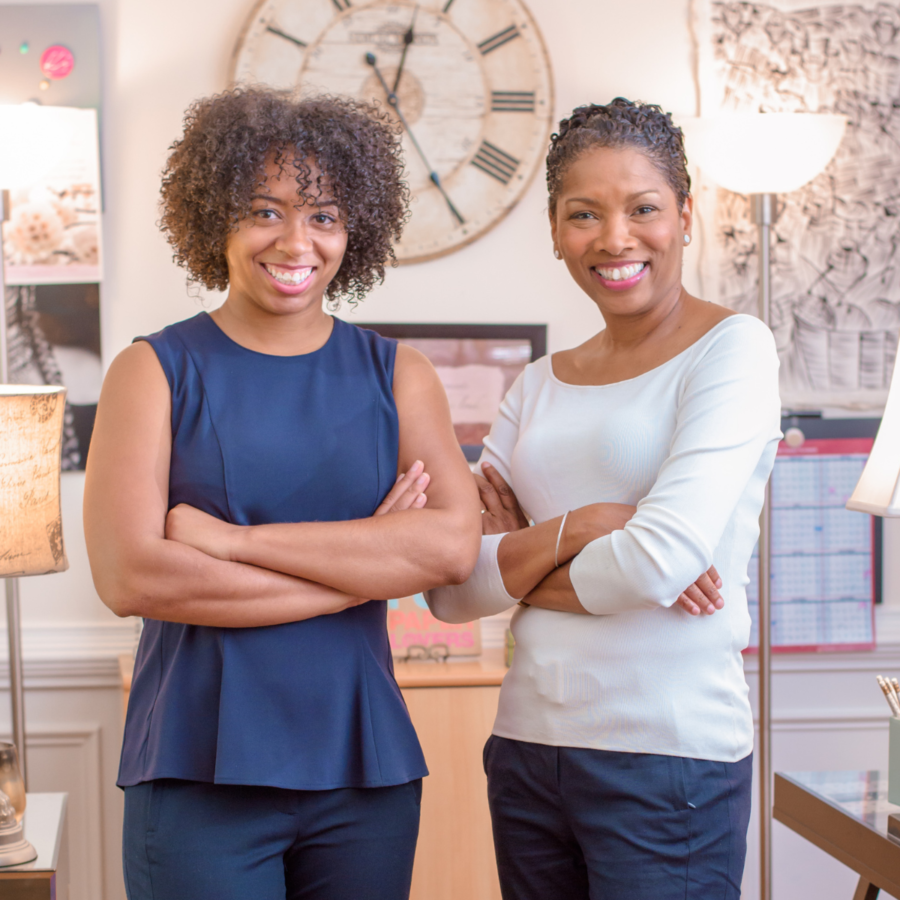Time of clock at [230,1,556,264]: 12:25
